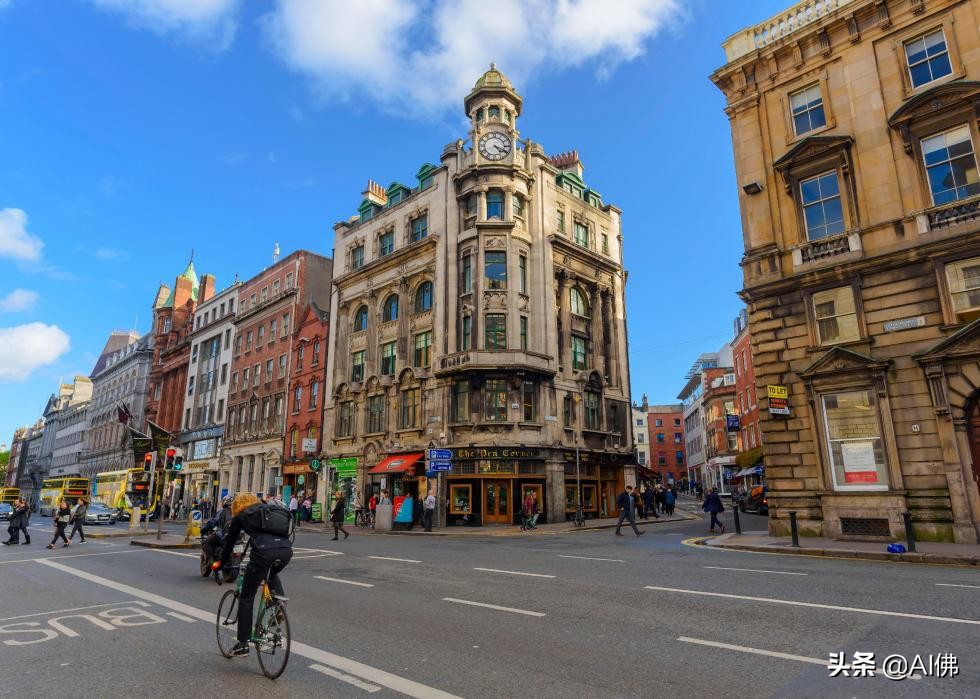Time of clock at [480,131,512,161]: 4:19
